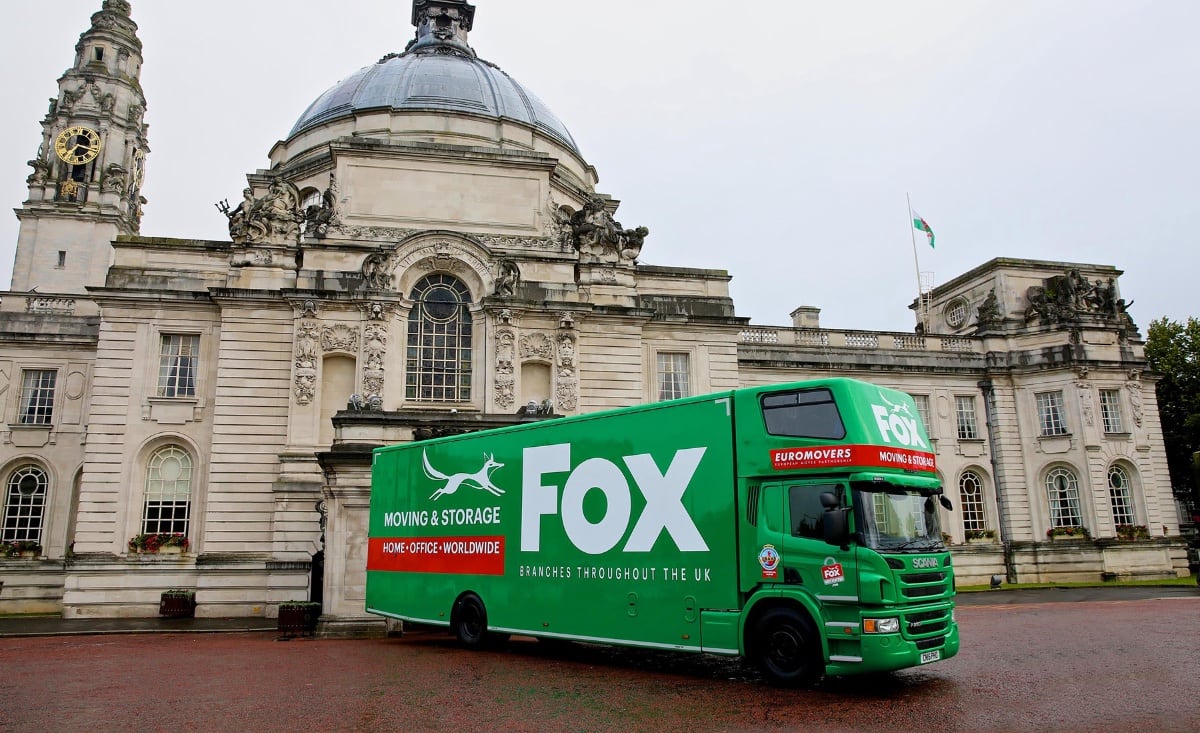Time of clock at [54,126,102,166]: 7:17
